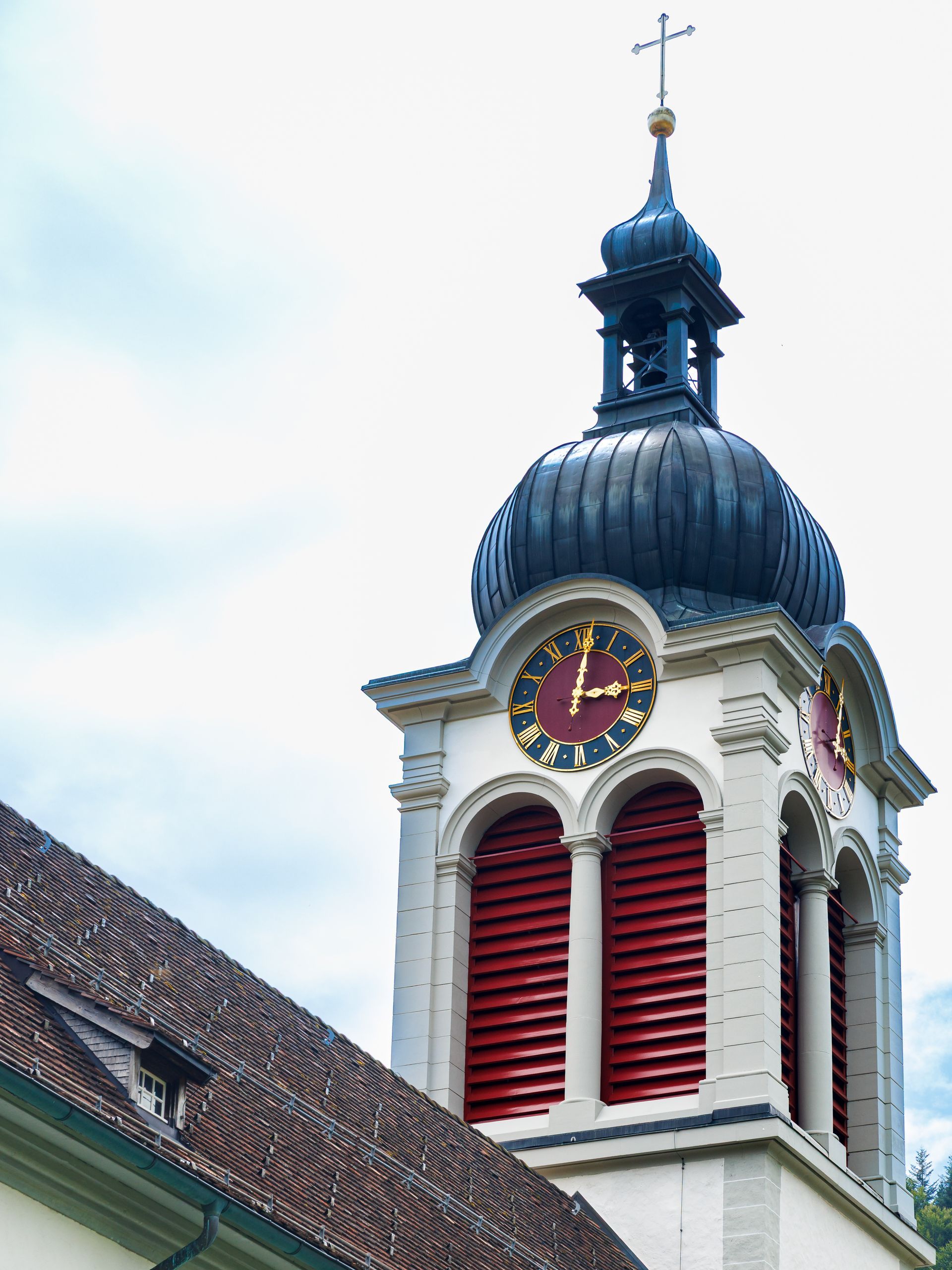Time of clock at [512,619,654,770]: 3:01
